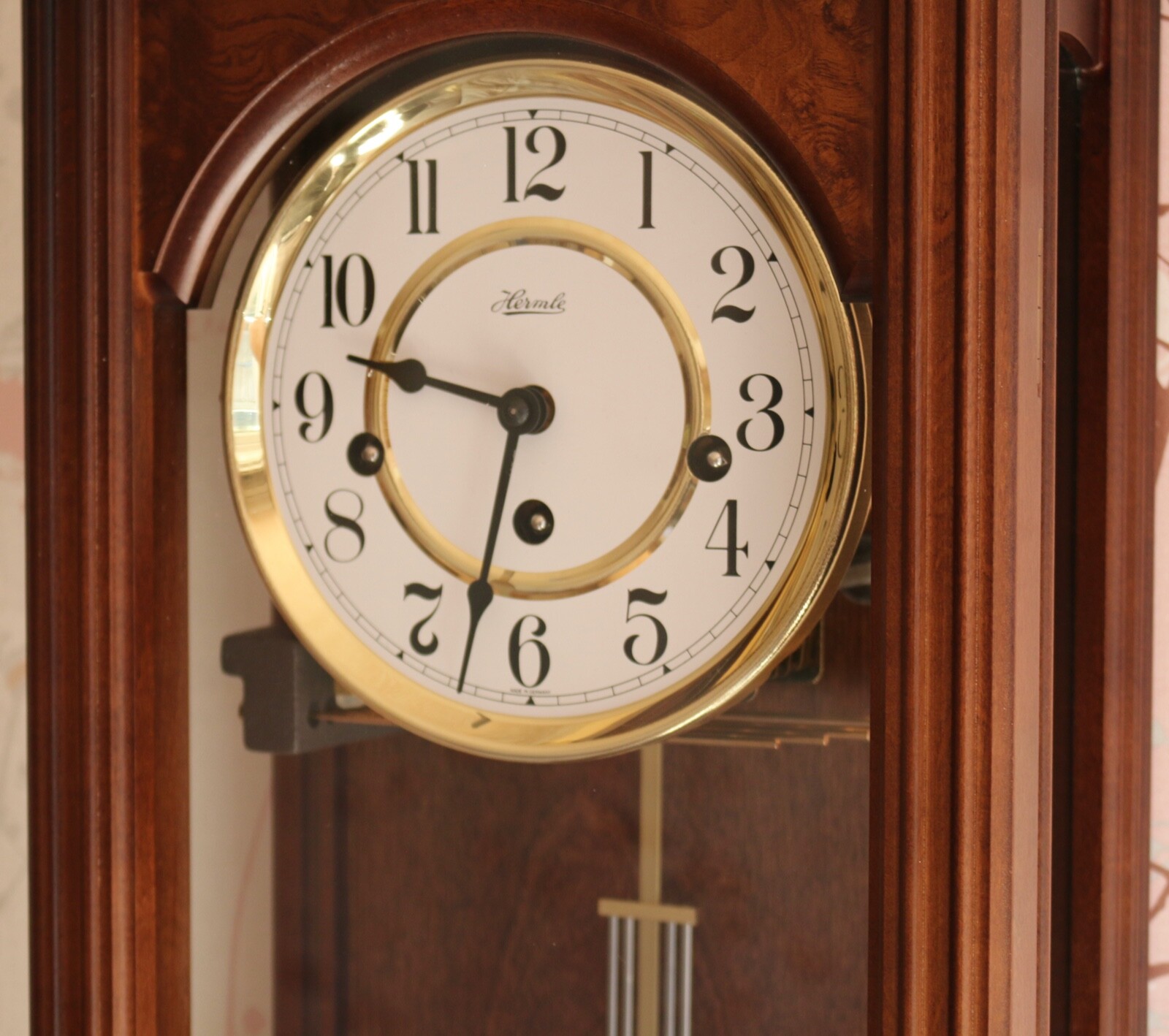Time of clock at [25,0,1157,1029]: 9:32
